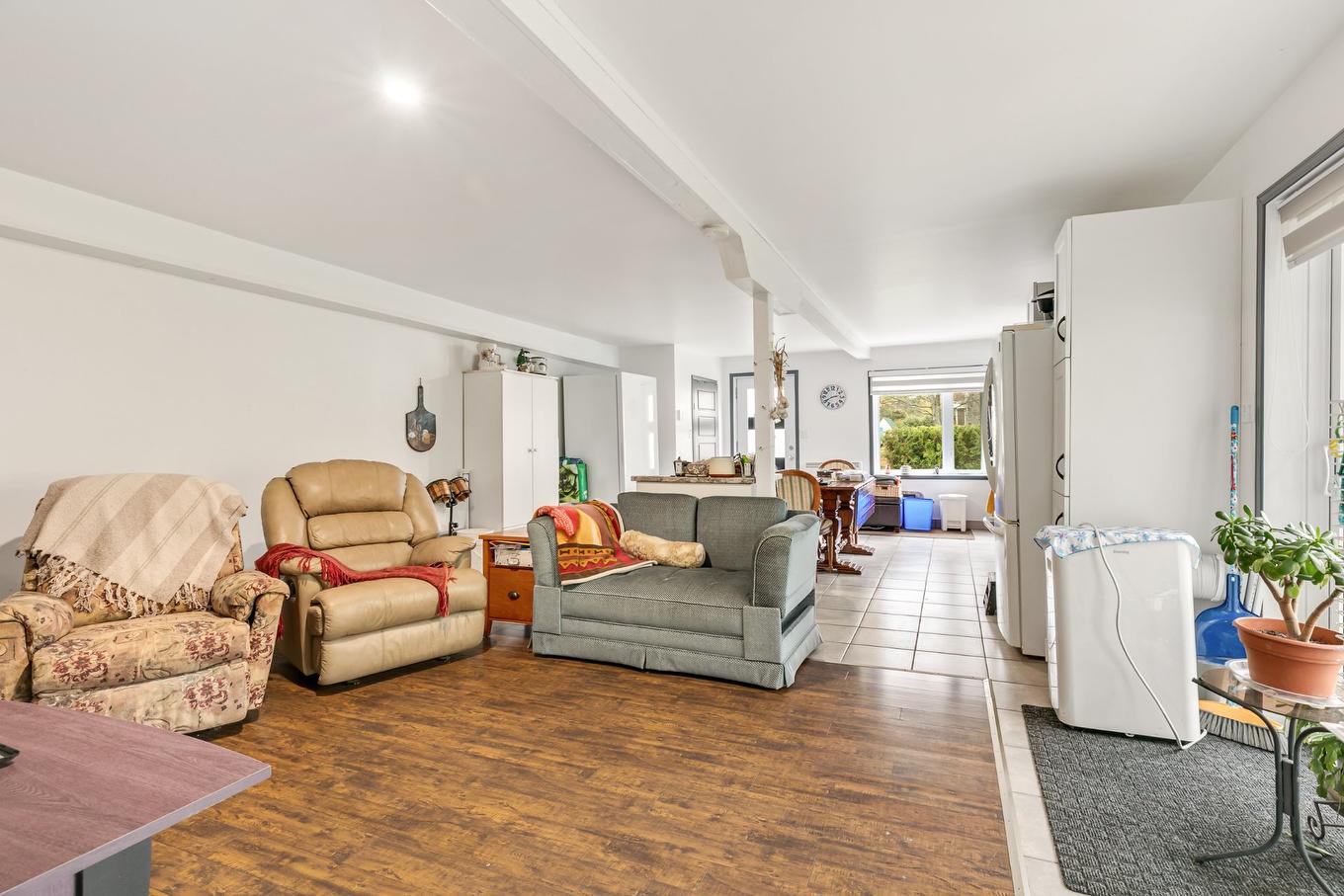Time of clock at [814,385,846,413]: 2:40
